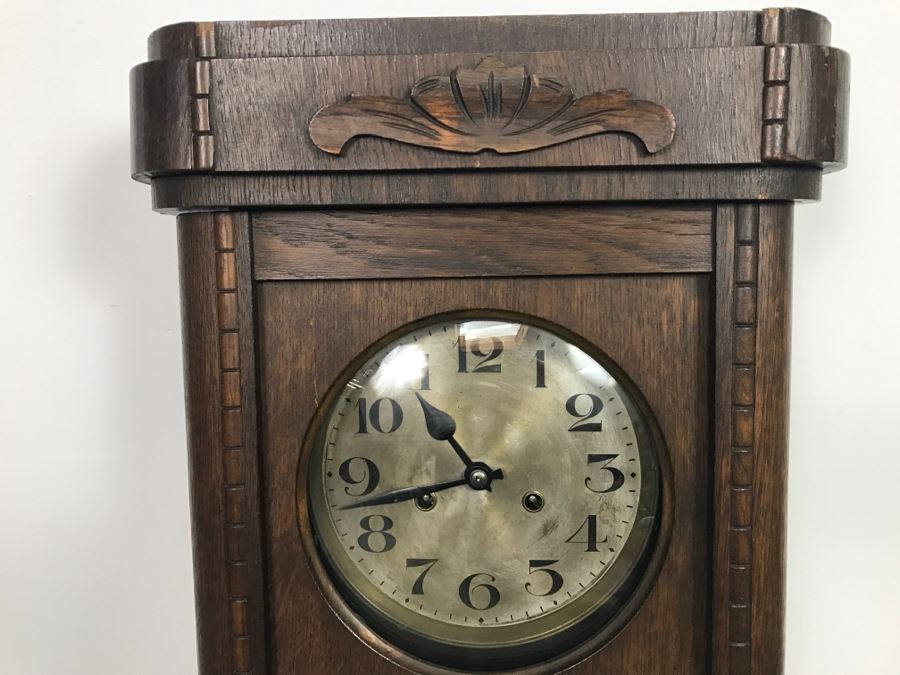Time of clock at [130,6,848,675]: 10:42
